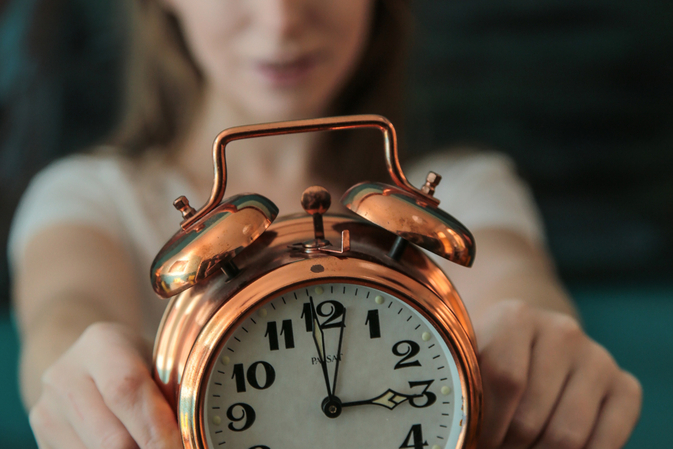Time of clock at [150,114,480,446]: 2:58
